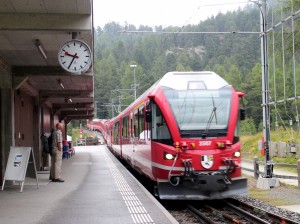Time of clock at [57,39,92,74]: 9:35
